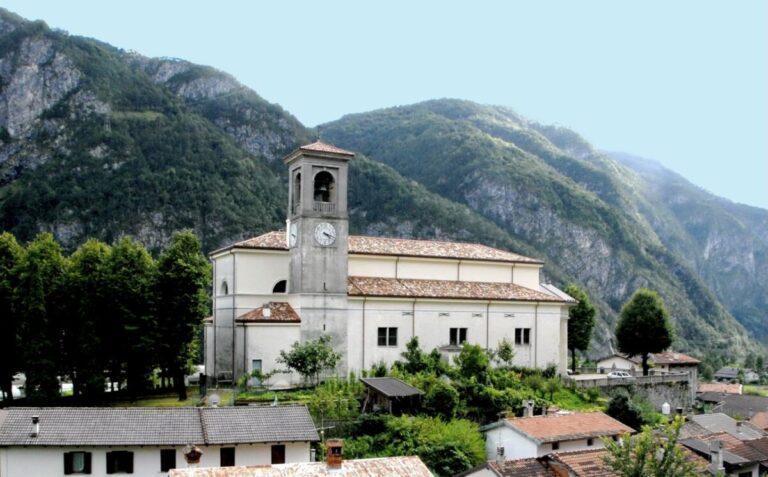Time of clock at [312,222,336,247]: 4:18
